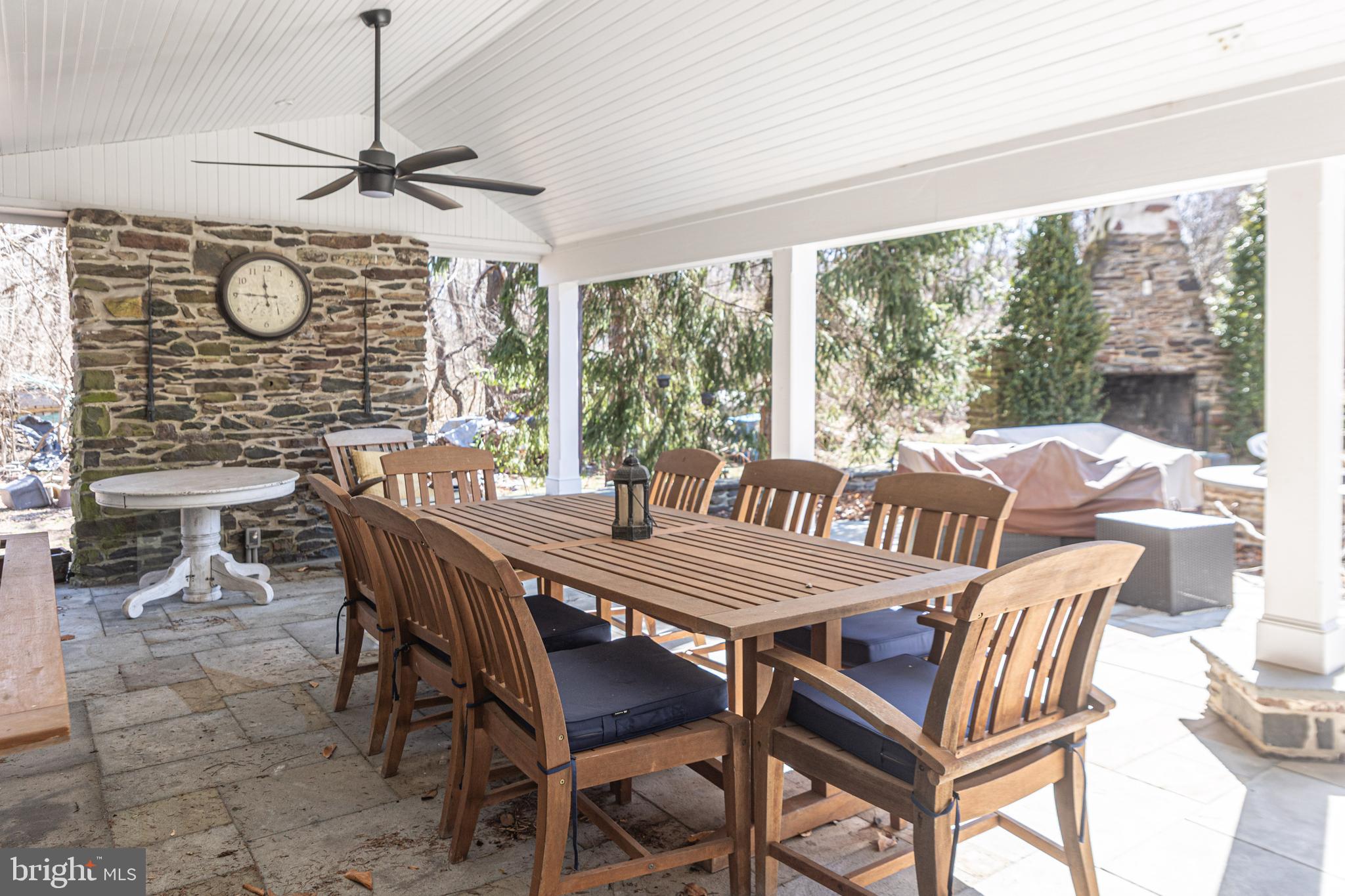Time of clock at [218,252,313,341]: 11:45
